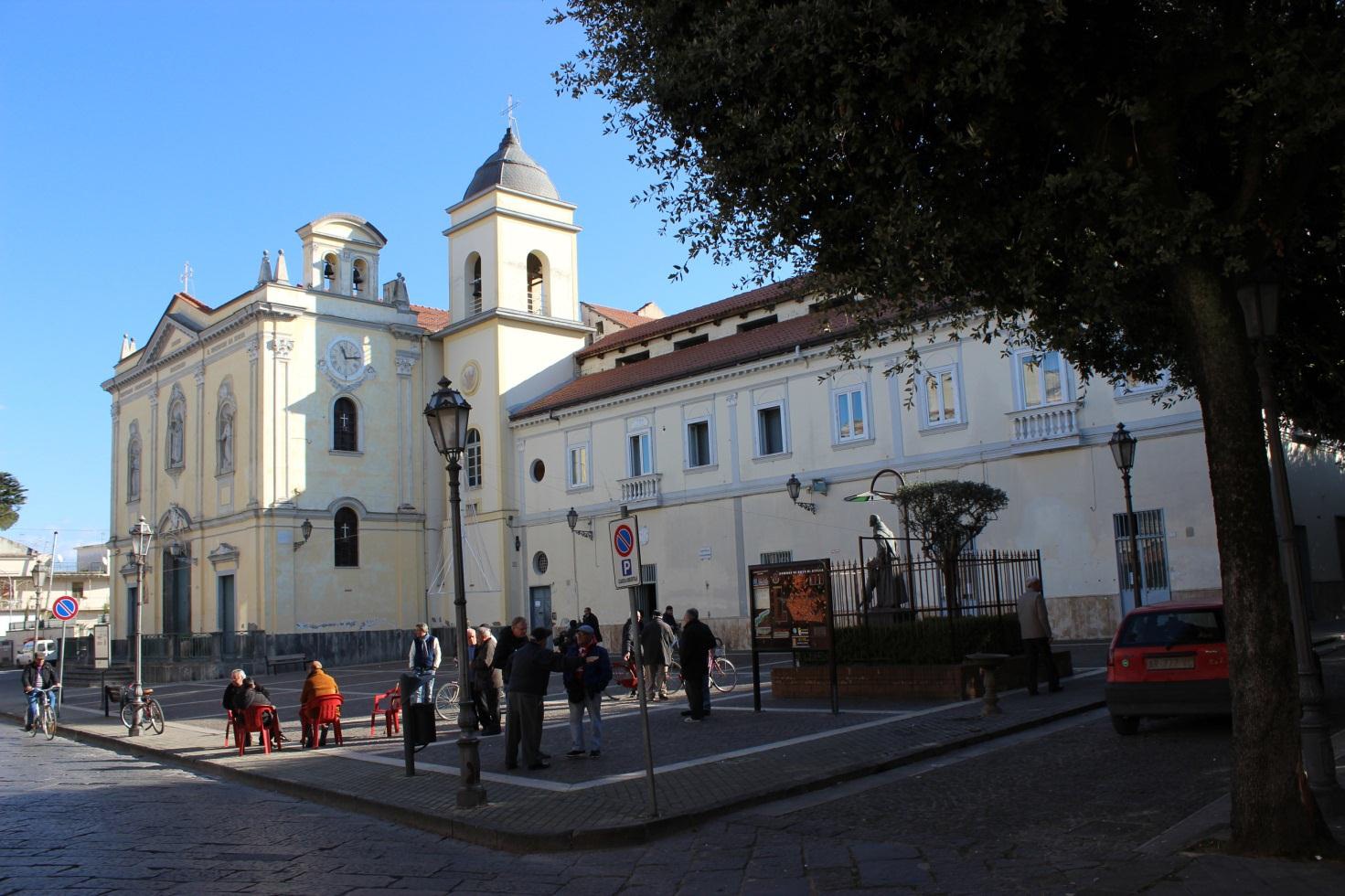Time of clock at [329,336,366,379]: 11:13
